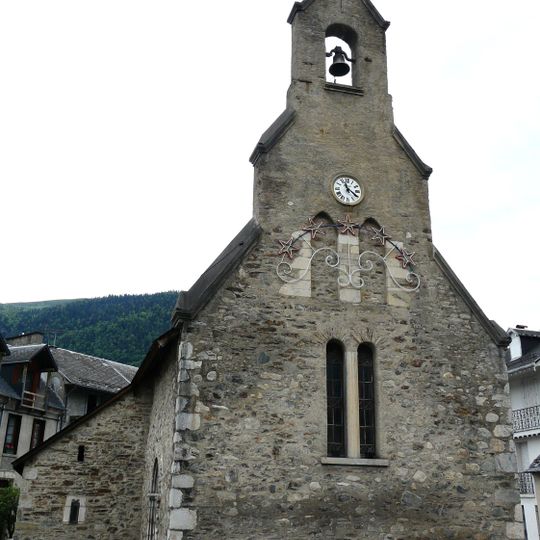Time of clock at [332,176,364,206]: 11:20
